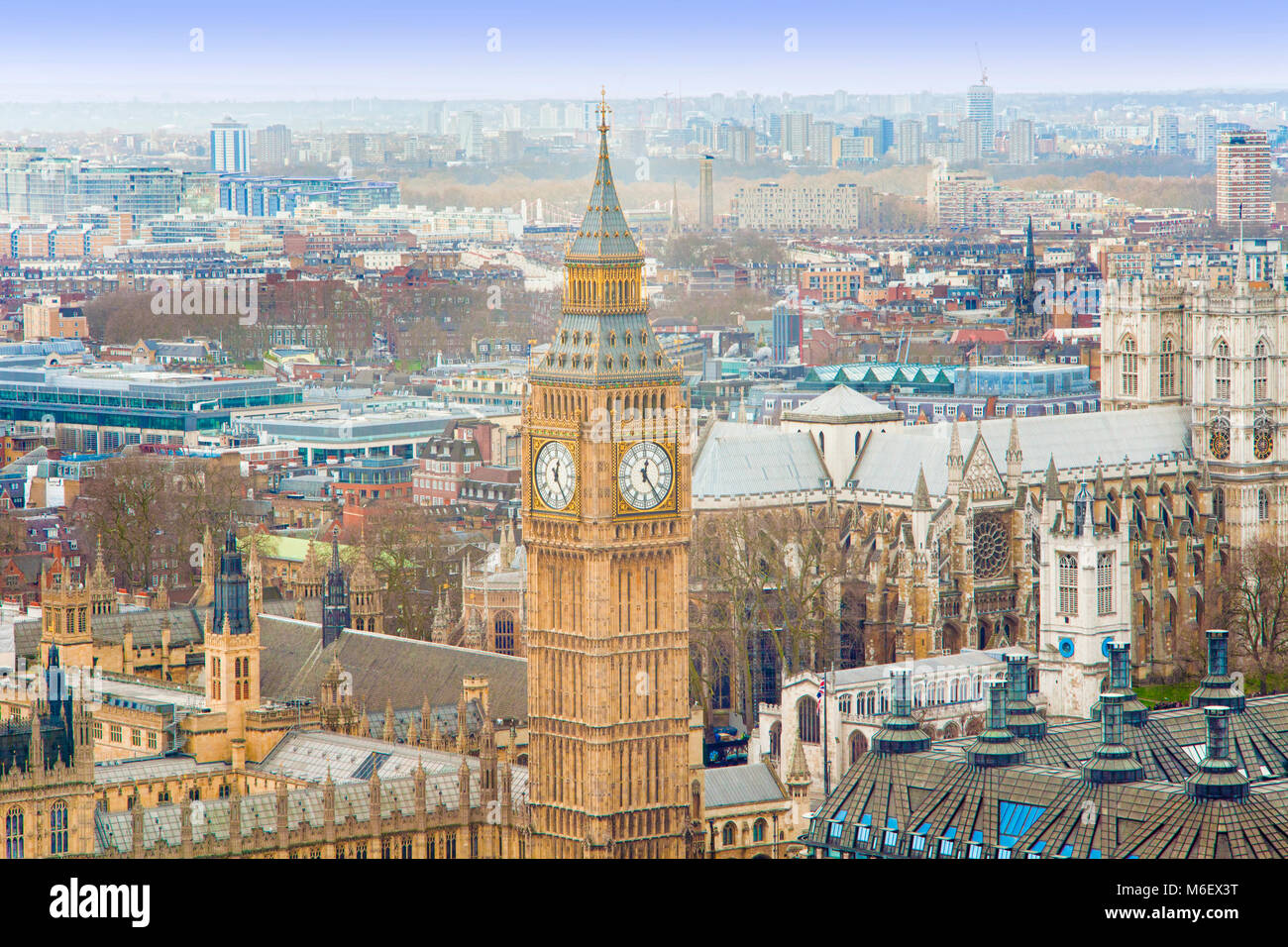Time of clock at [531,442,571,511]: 12:24
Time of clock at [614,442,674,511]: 12:23
